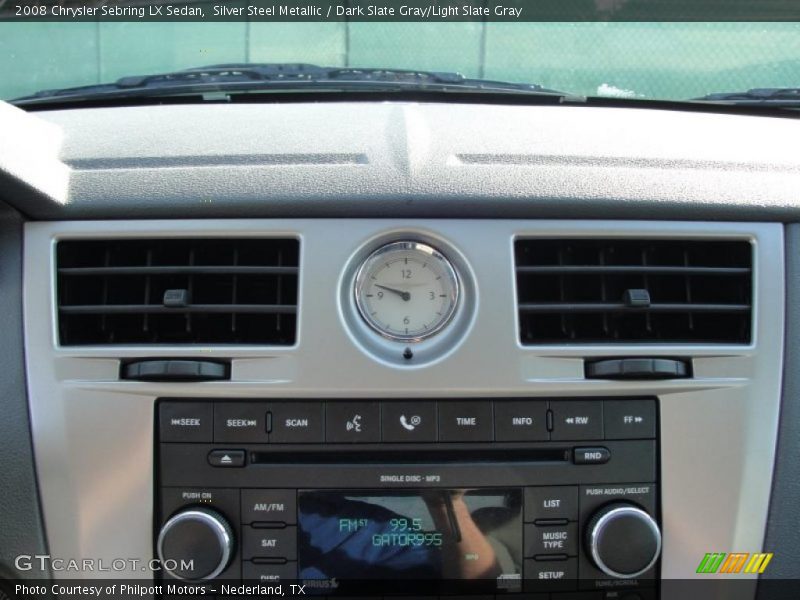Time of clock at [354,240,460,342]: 9:48
